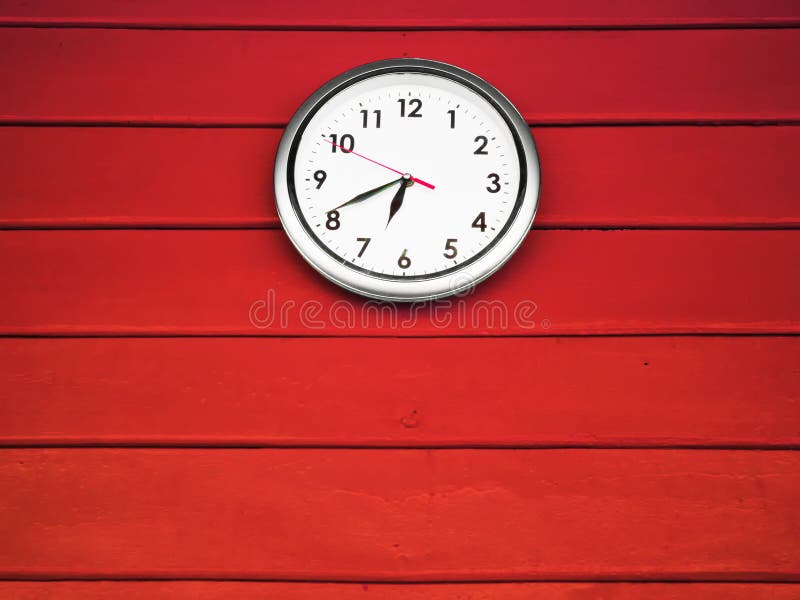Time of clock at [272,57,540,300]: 6:40
